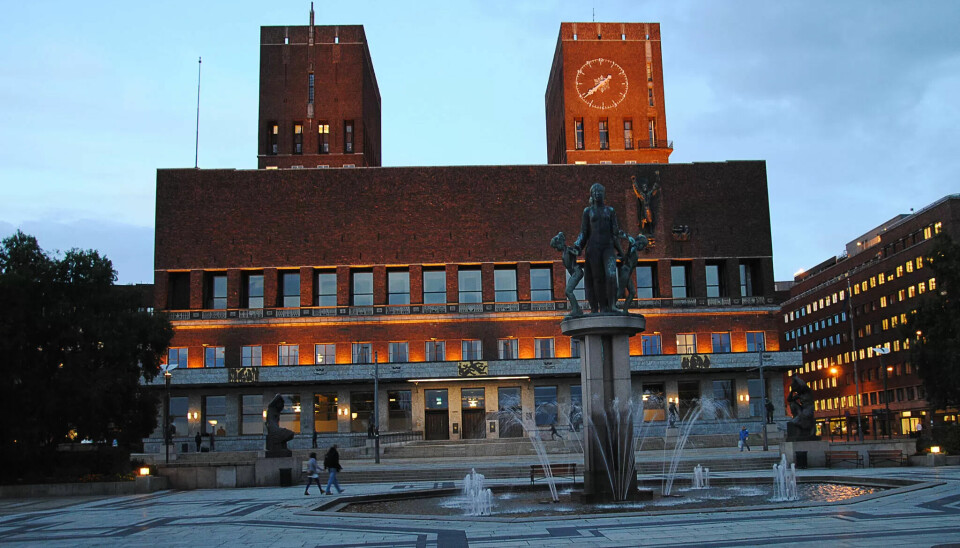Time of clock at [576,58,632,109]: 1:38
